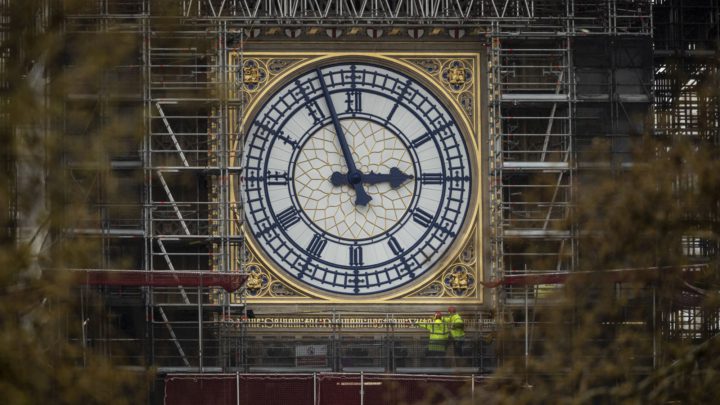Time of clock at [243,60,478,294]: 2:56
